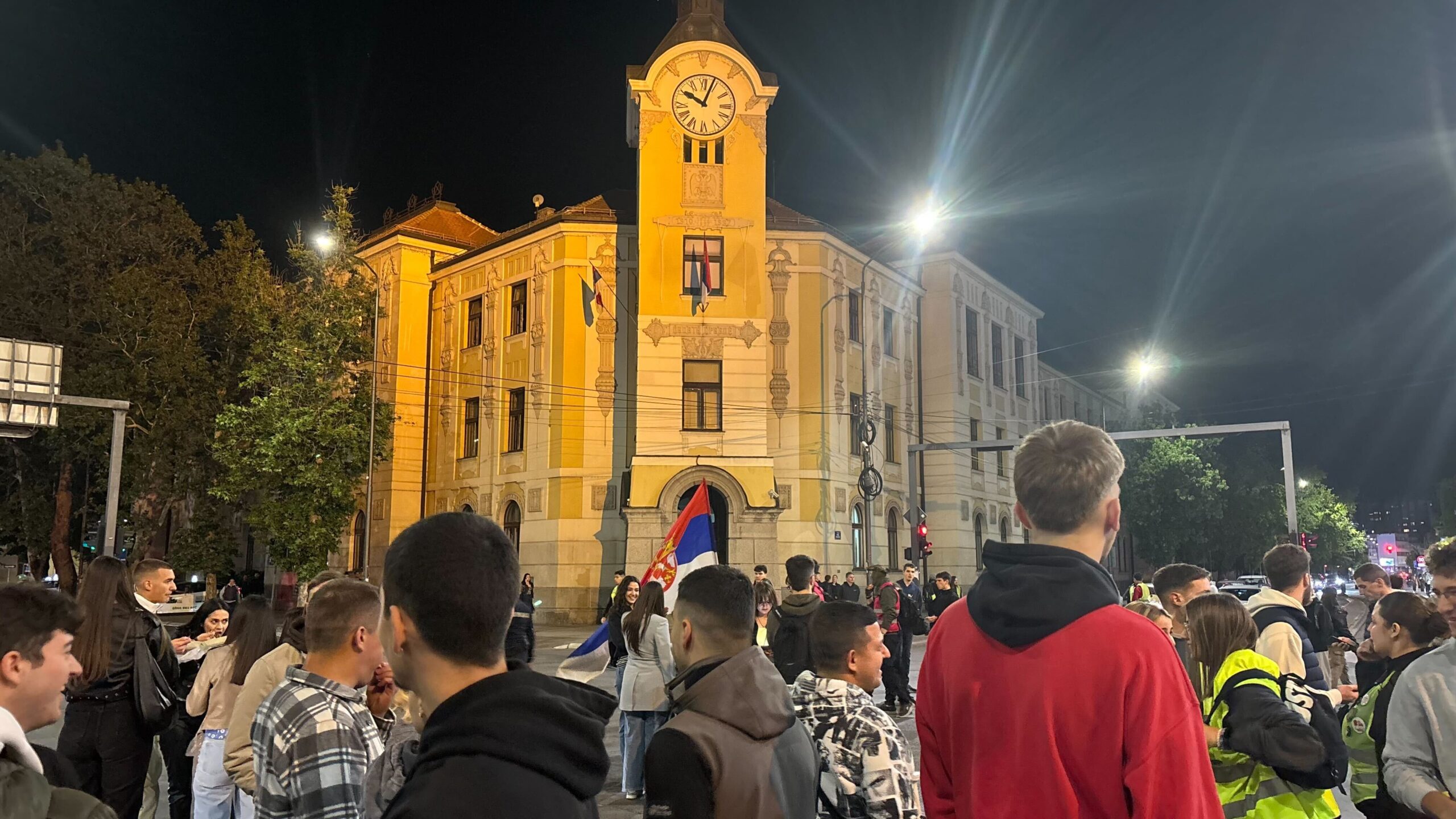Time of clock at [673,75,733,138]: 10:03
